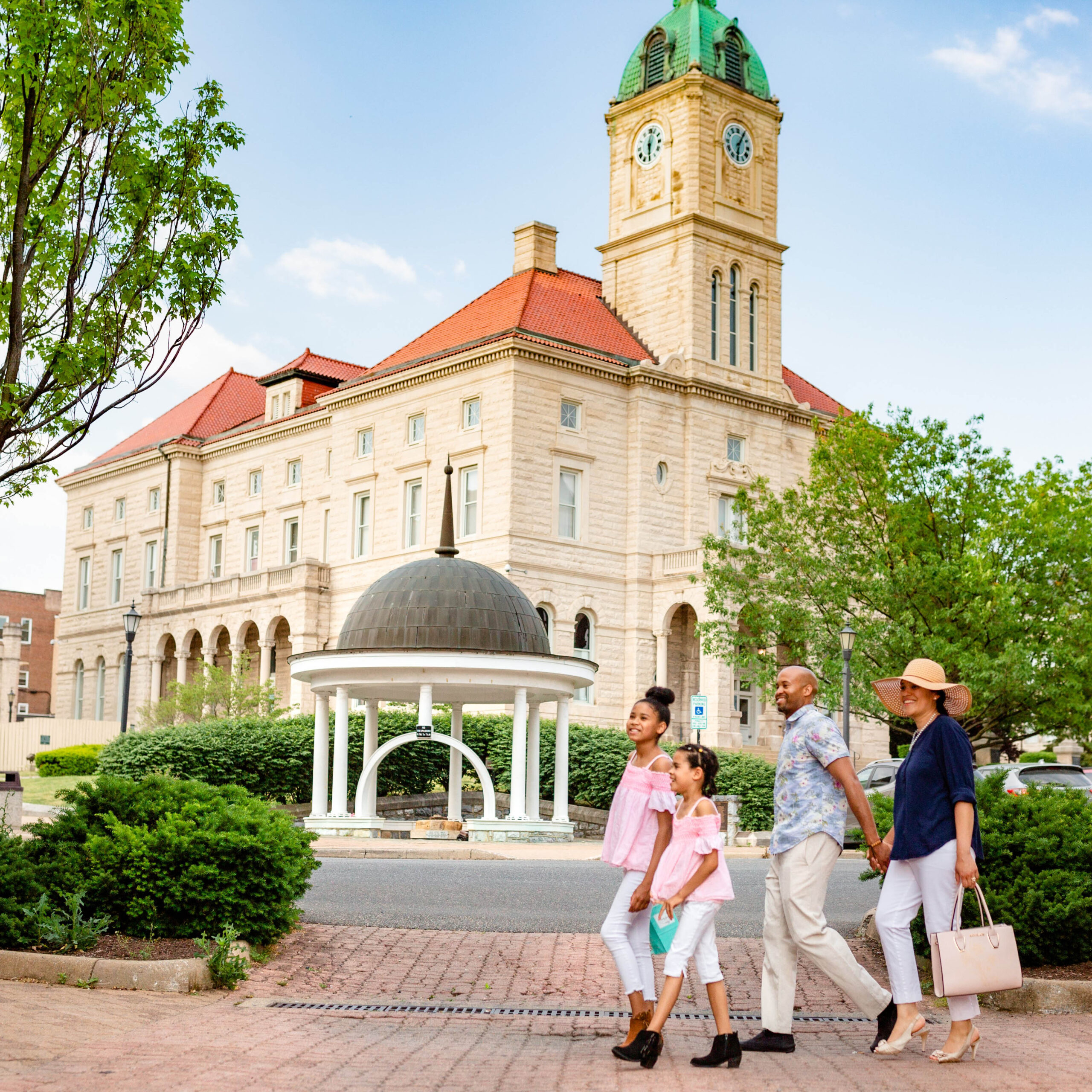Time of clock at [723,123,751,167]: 6:05
